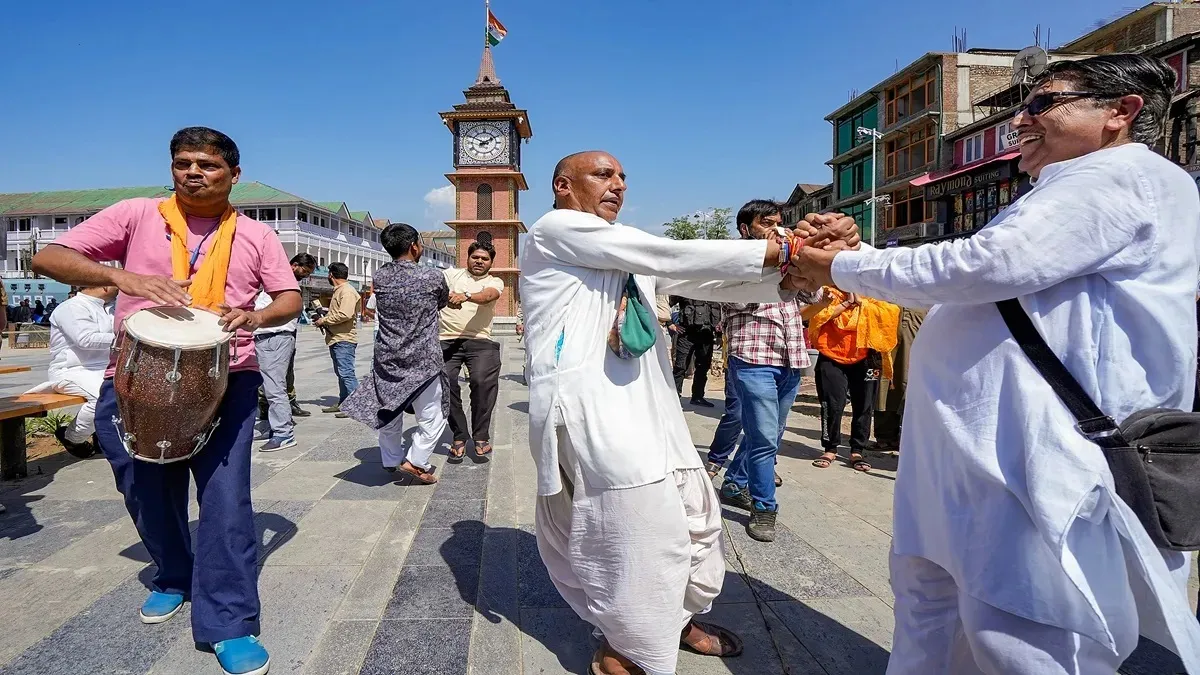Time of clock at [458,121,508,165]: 1:50
